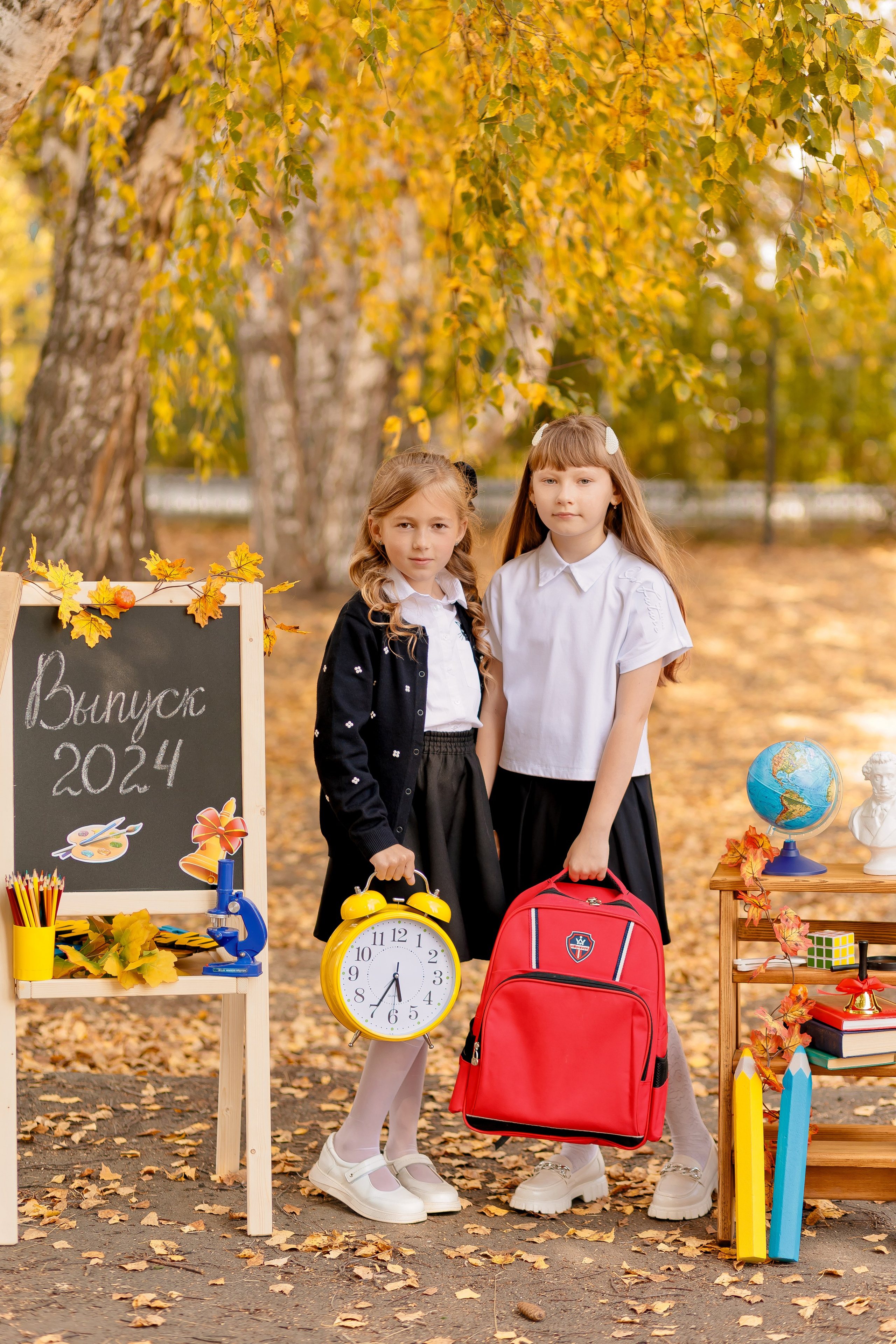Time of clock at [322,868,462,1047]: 5:34
